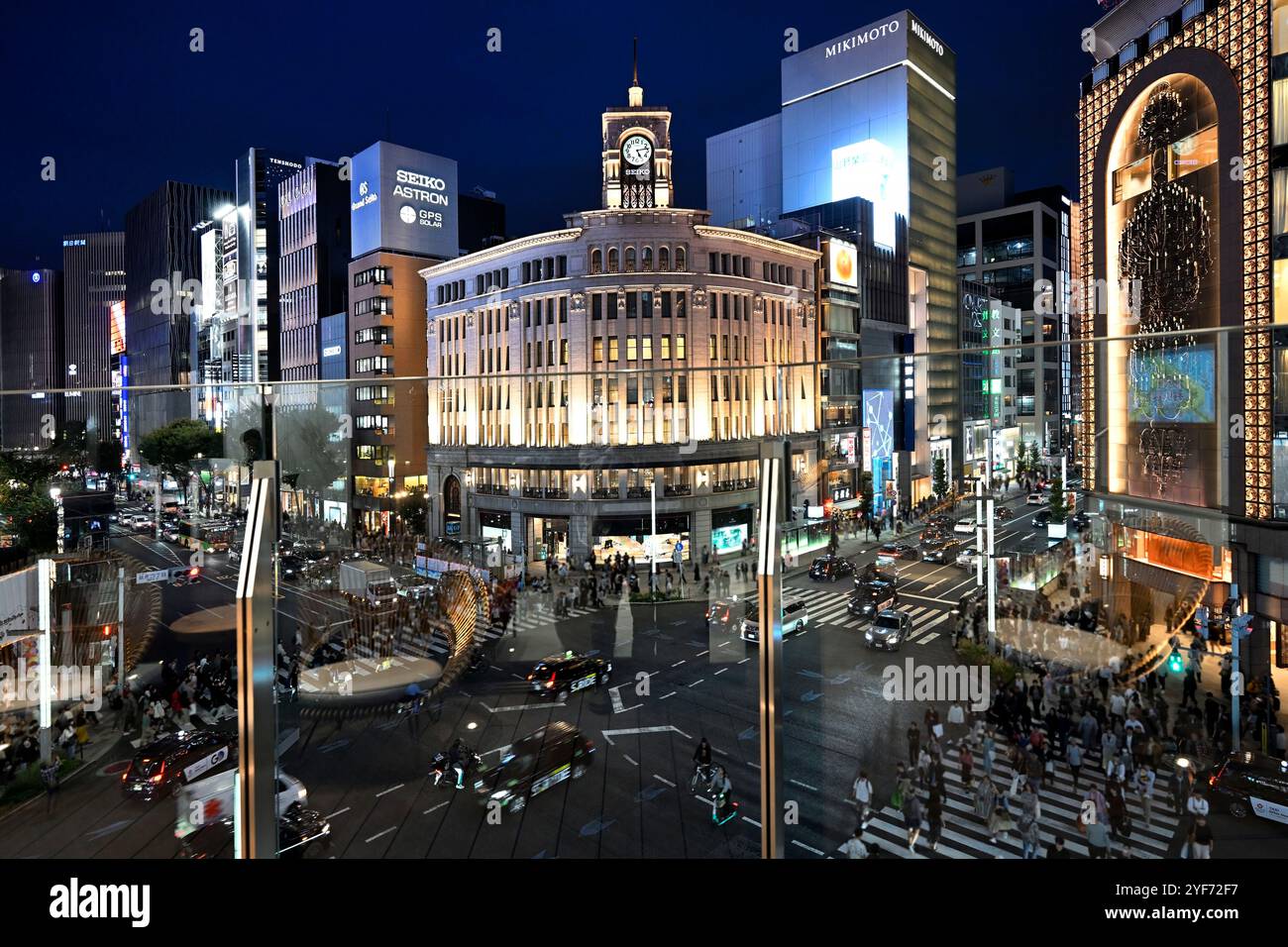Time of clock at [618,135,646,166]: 5:13
